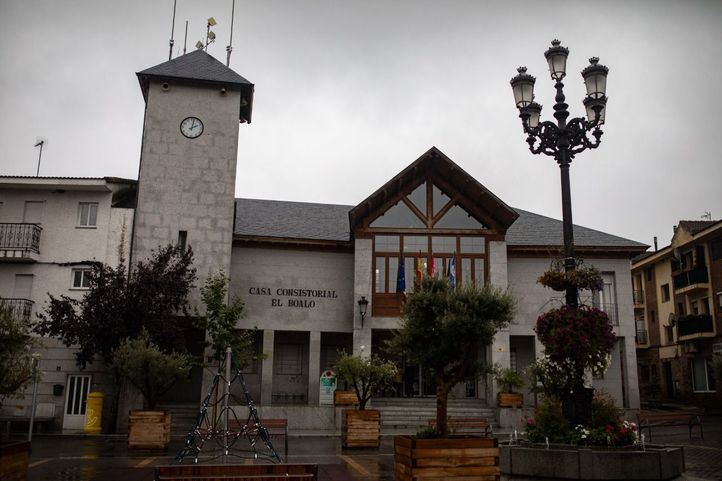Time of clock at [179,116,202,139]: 2:02
